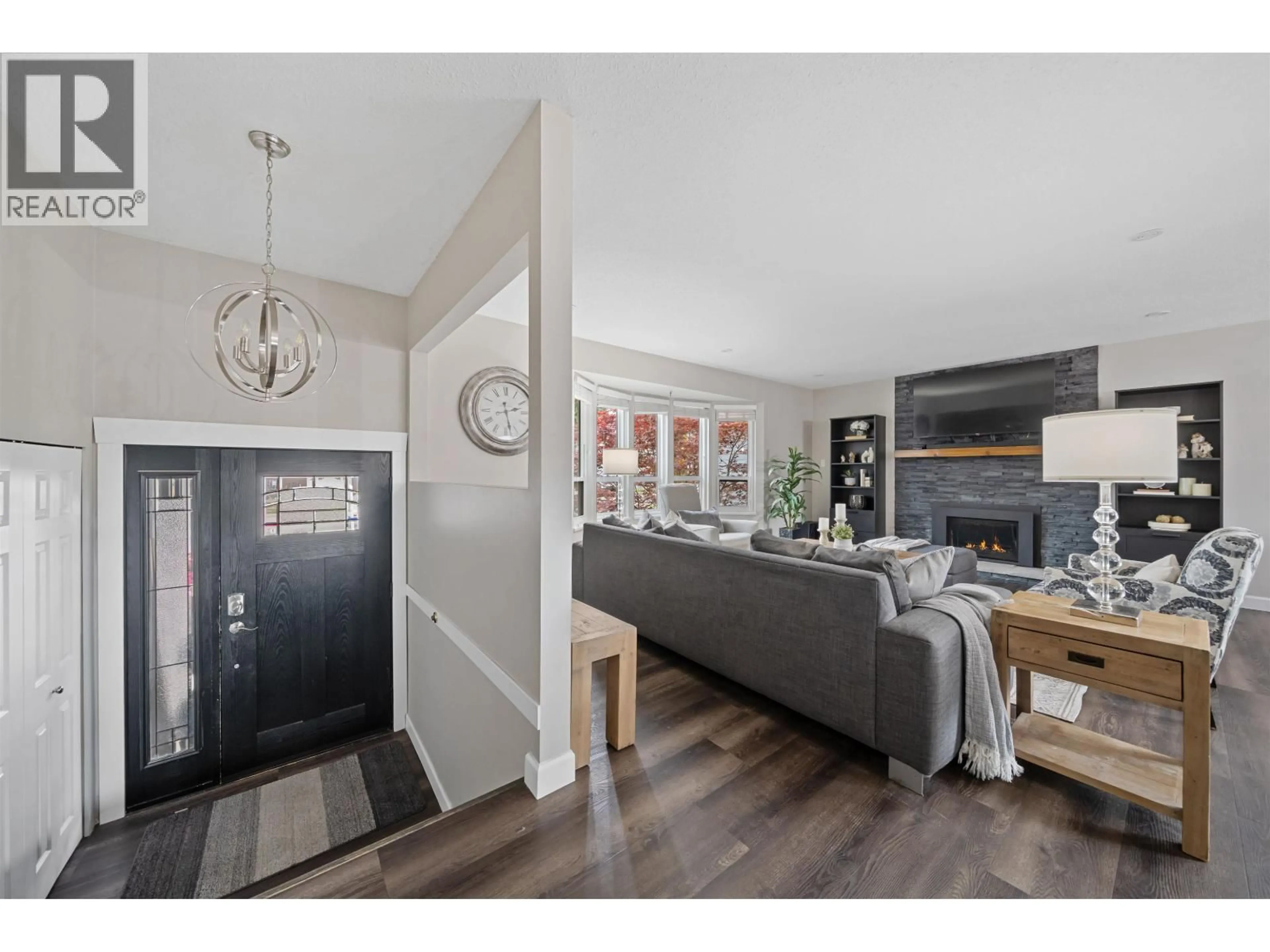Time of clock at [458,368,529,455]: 2:27
